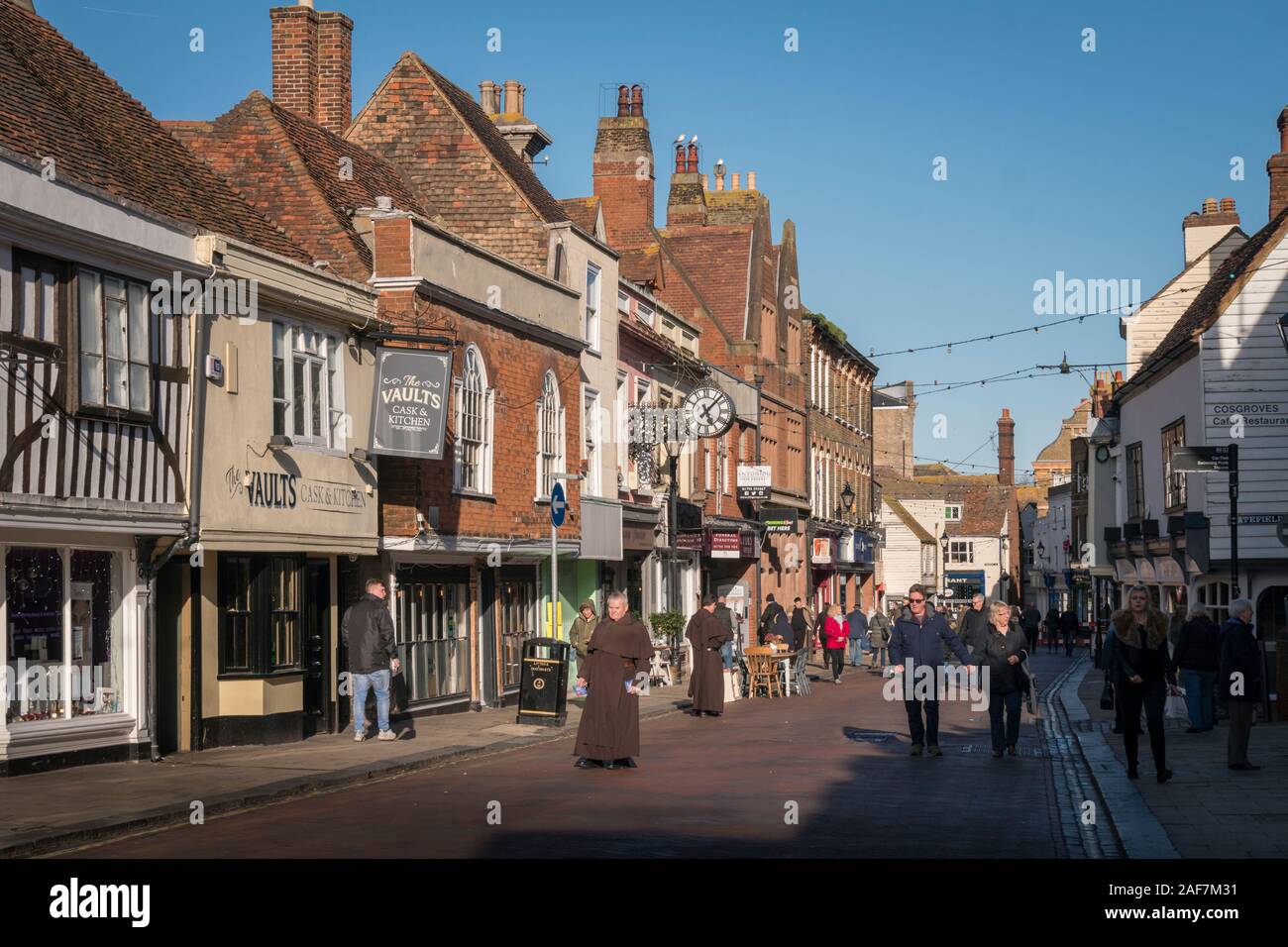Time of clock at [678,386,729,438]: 5:07
